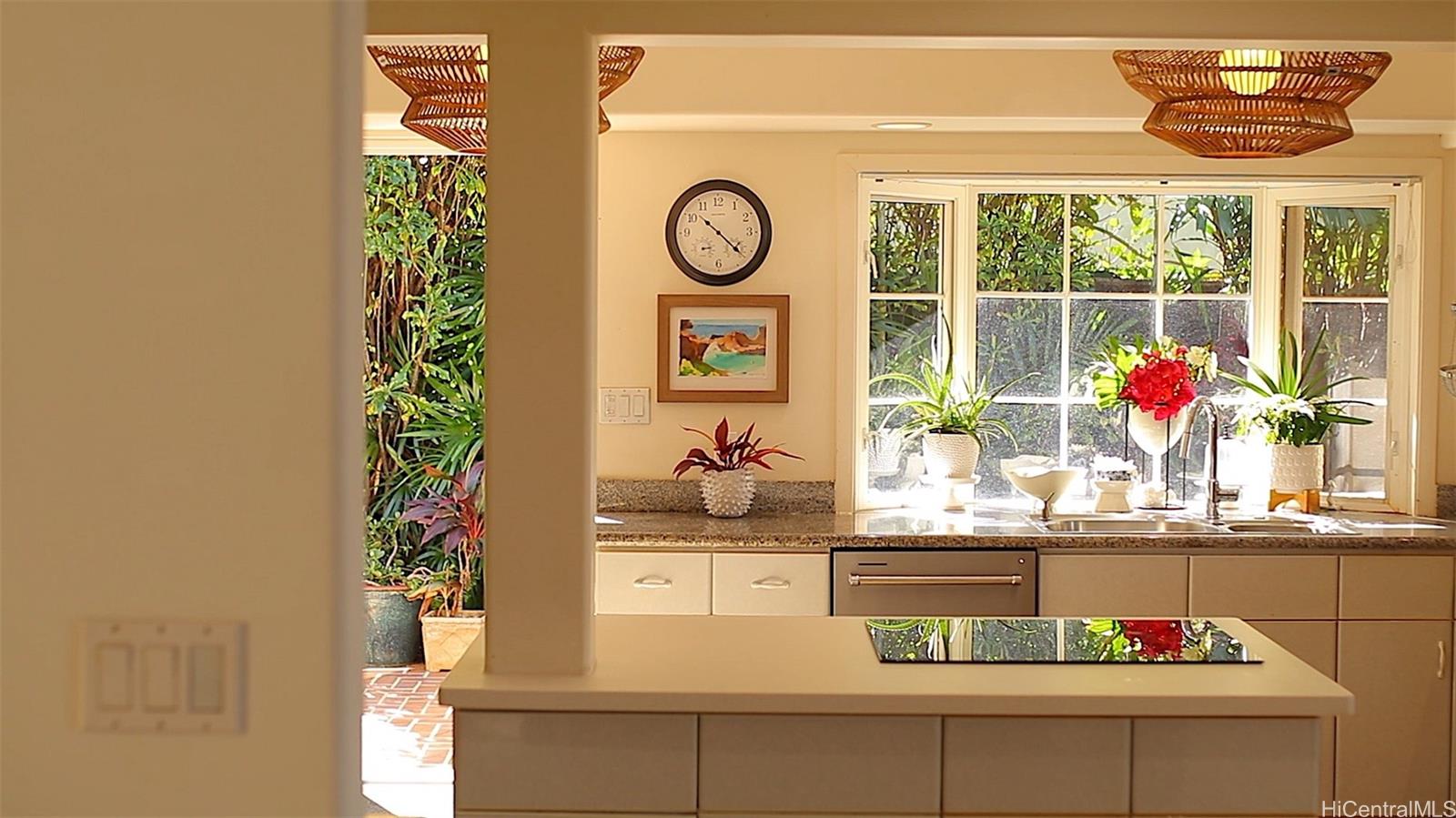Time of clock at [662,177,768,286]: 10:22
